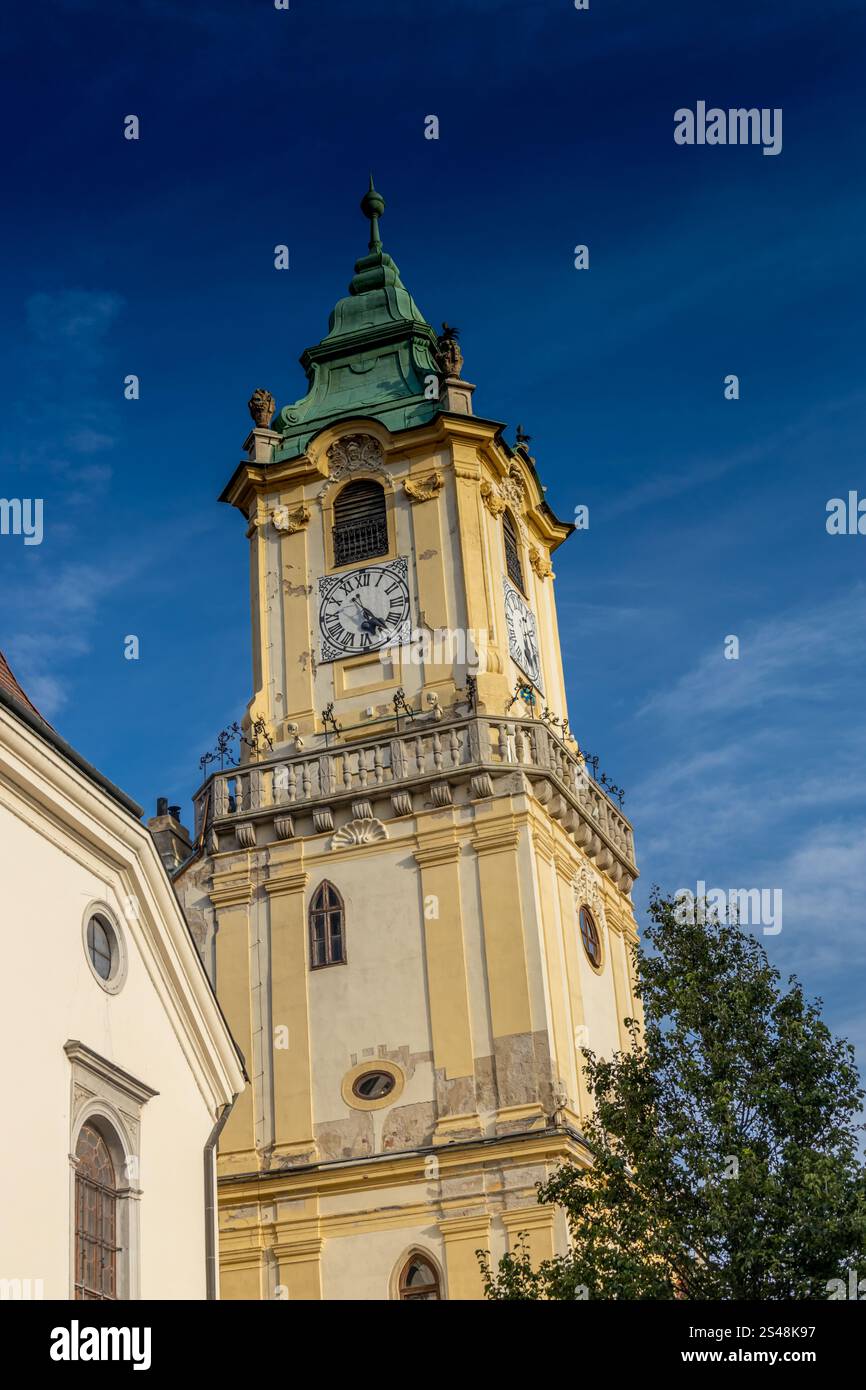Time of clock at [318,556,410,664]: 5:23
